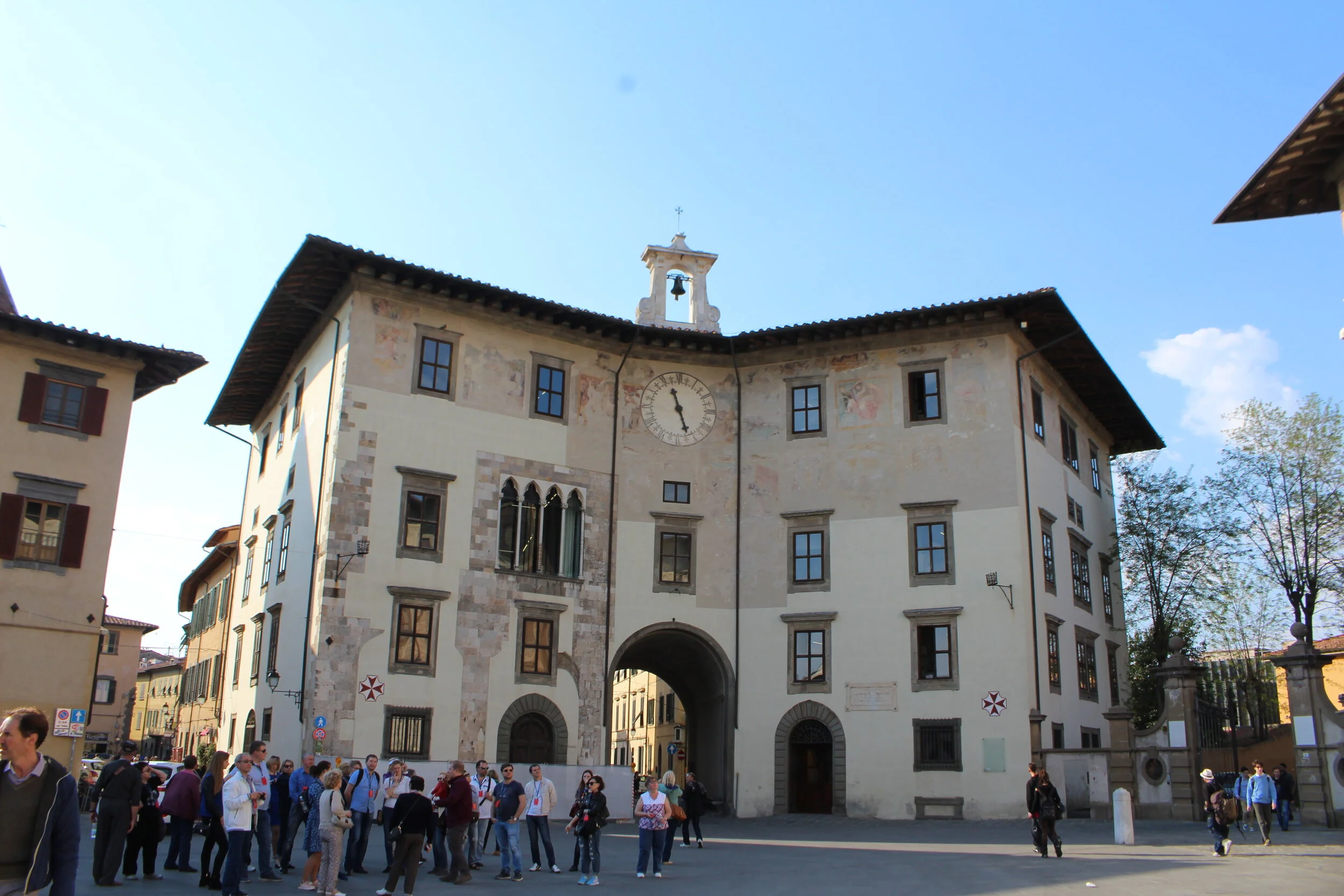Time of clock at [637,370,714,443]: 11:26
